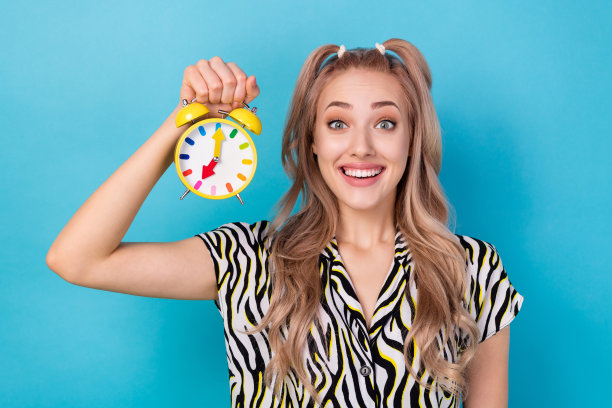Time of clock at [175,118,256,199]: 7:00
